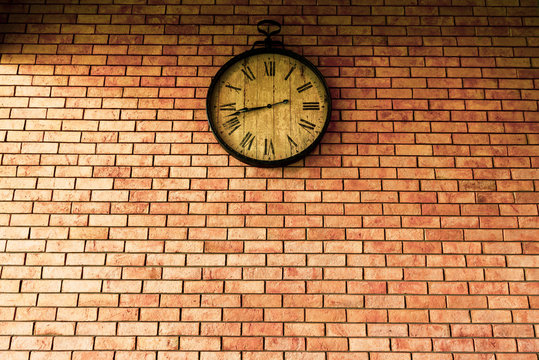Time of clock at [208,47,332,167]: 8:42
